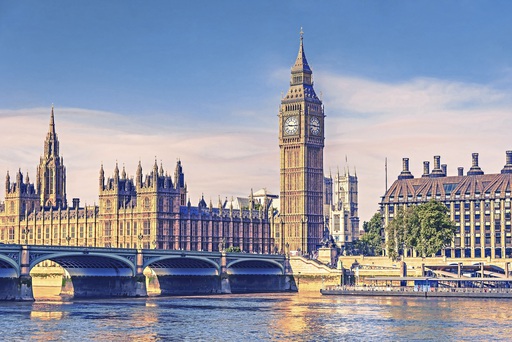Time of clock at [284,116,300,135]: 9:15
